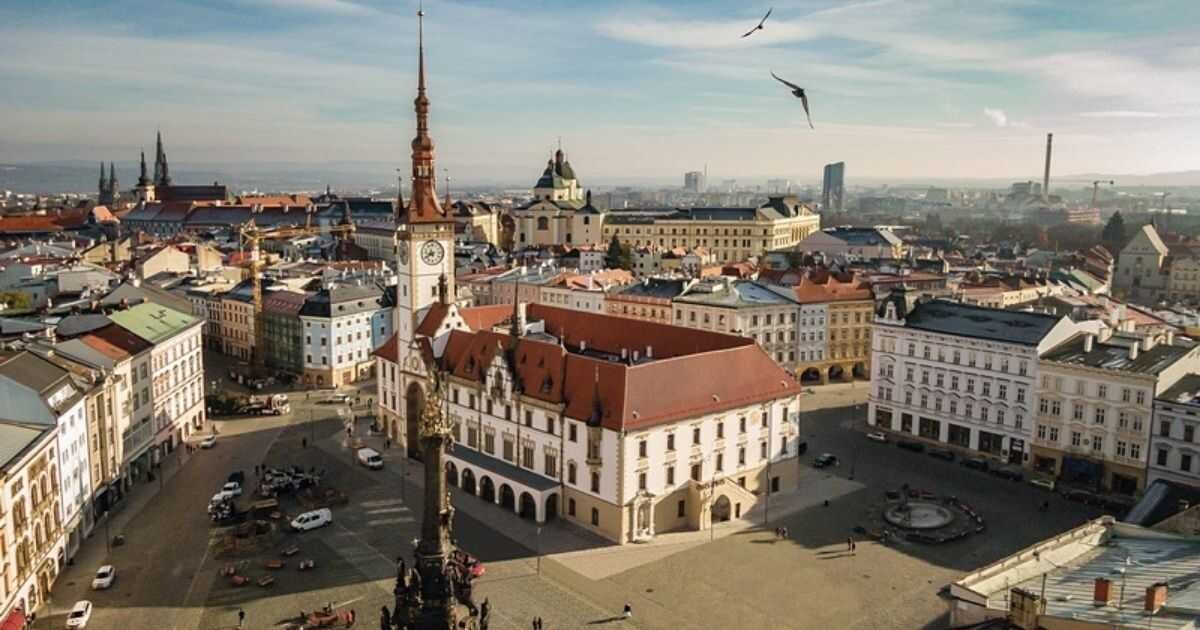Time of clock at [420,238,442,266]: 11:40
